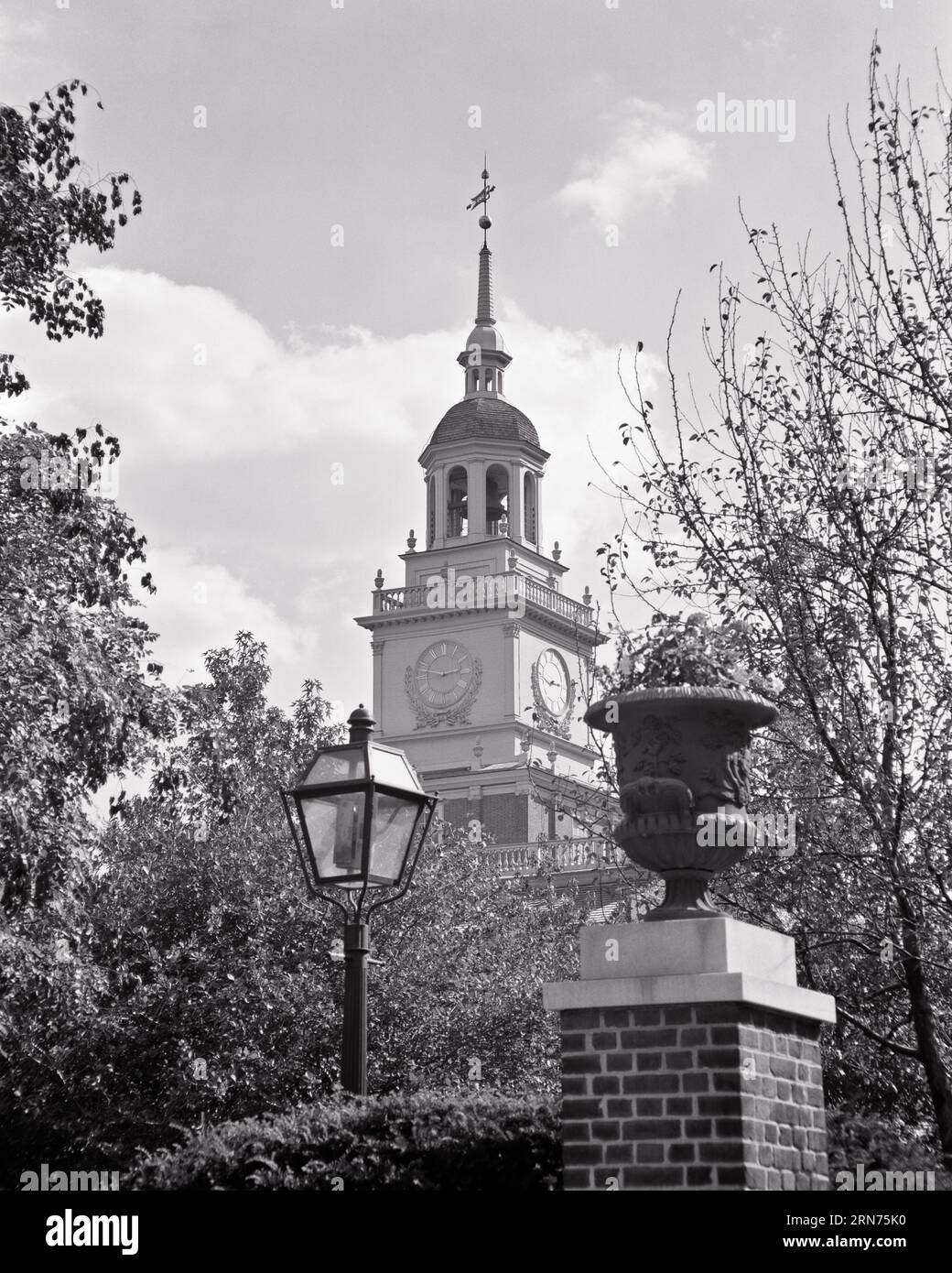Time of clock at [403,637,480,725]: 2:47
